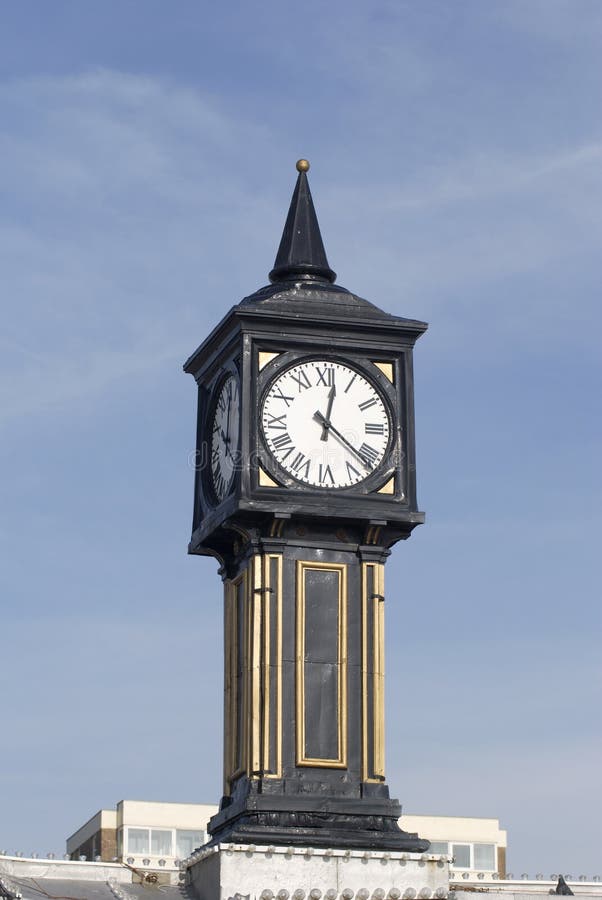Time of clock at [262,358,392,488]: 12:21
